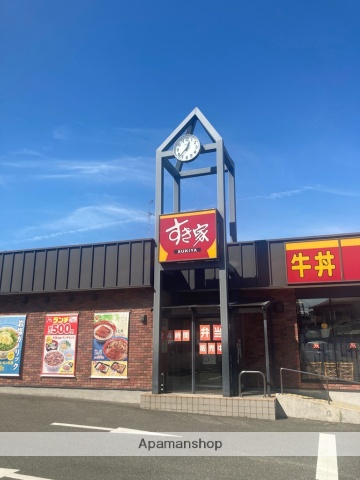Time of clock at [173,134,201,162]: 12:37
